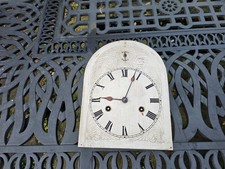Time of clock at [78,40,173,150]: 9:03
